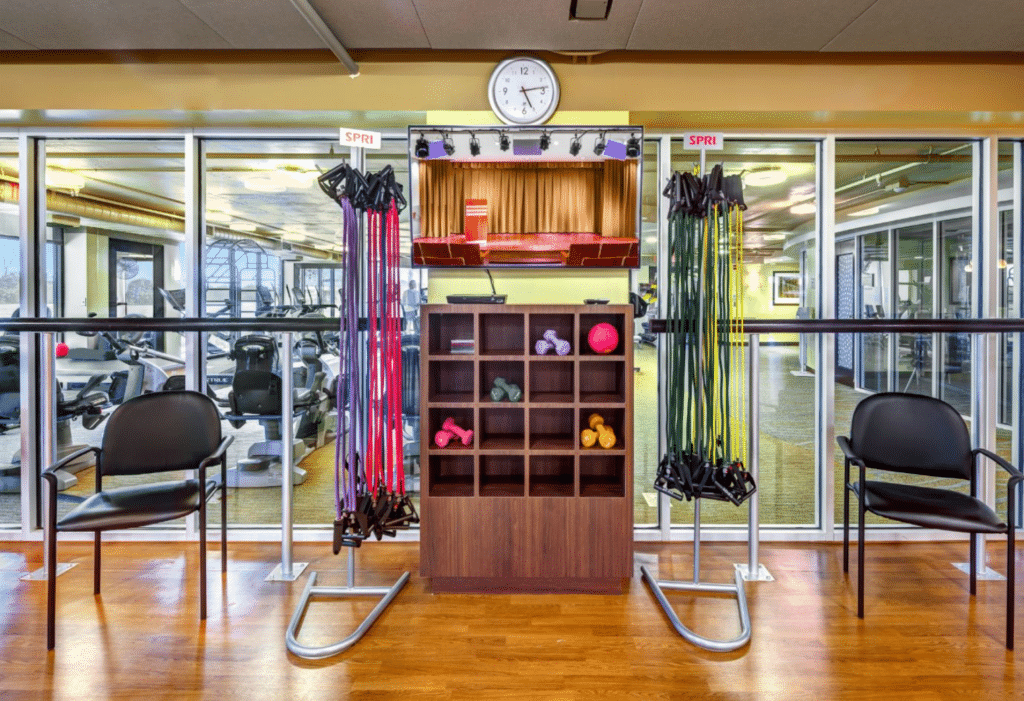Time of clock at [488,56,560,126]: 5:13
